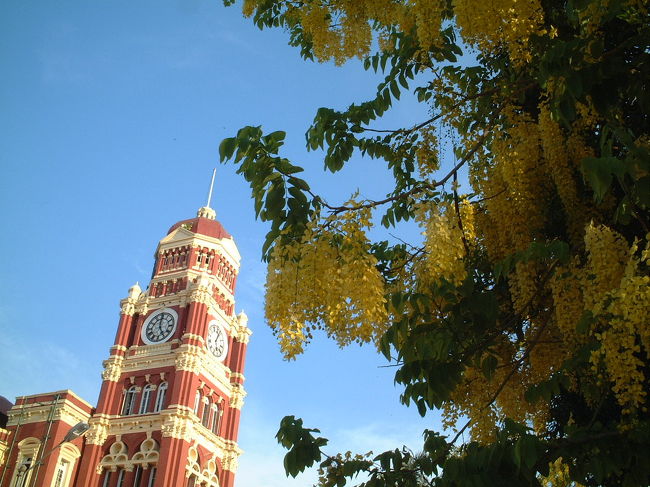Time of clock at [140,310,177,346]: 4:59
